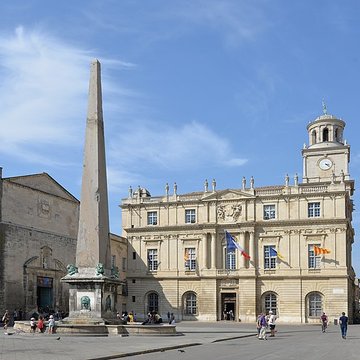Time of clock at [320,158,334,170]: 3:22
